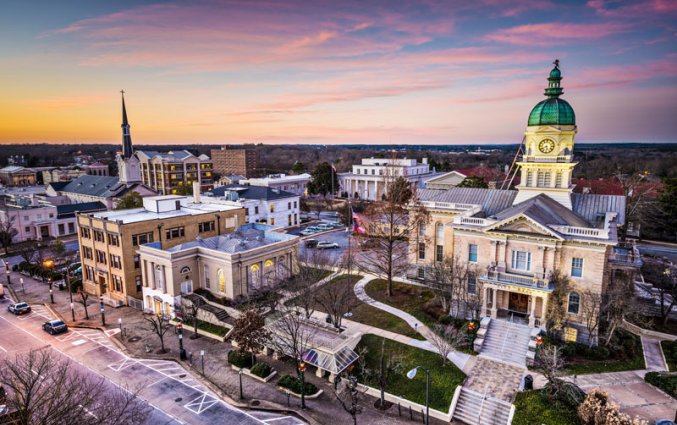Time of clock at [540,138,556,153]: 5:40
